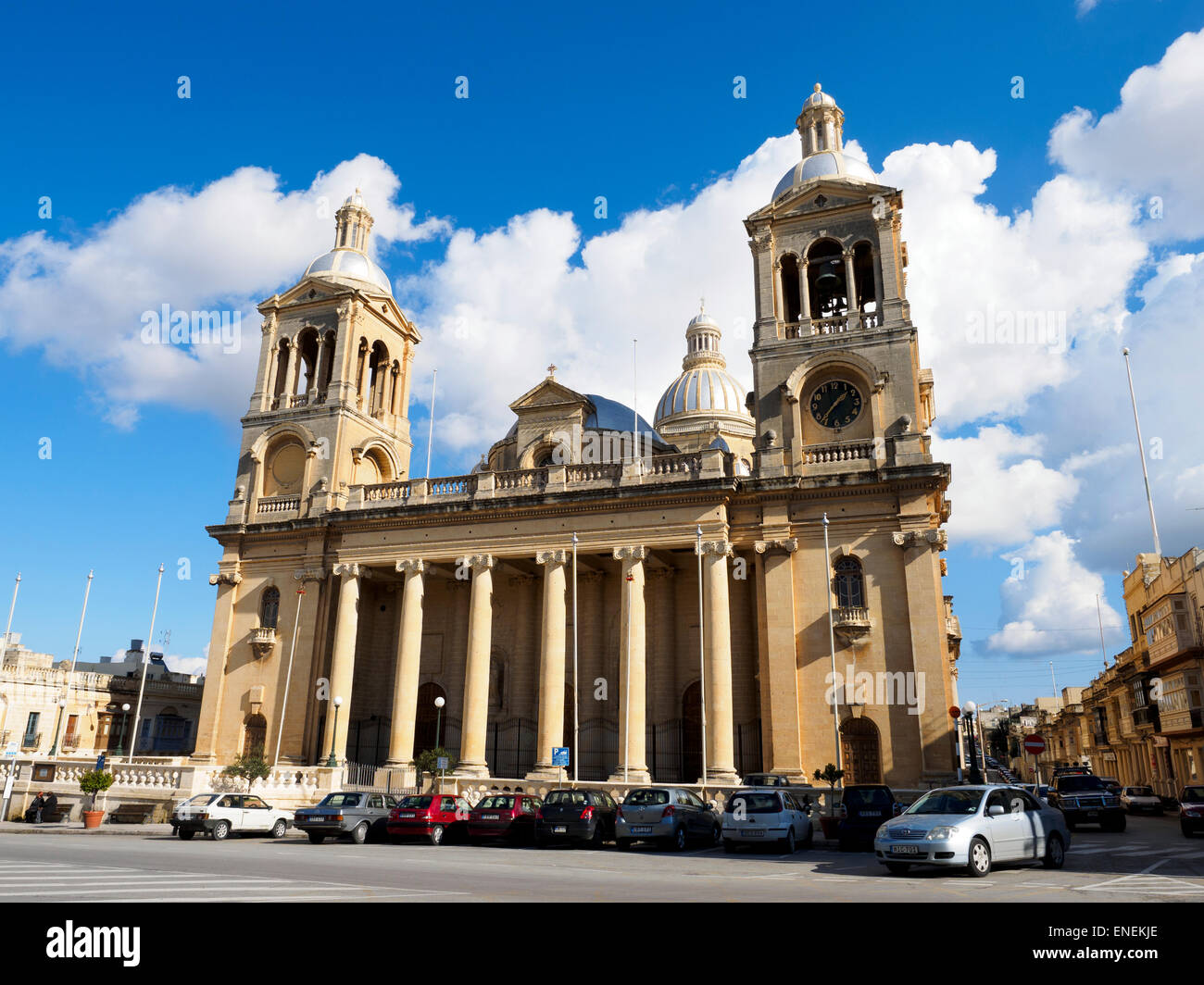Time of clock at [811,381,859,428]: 1:36
